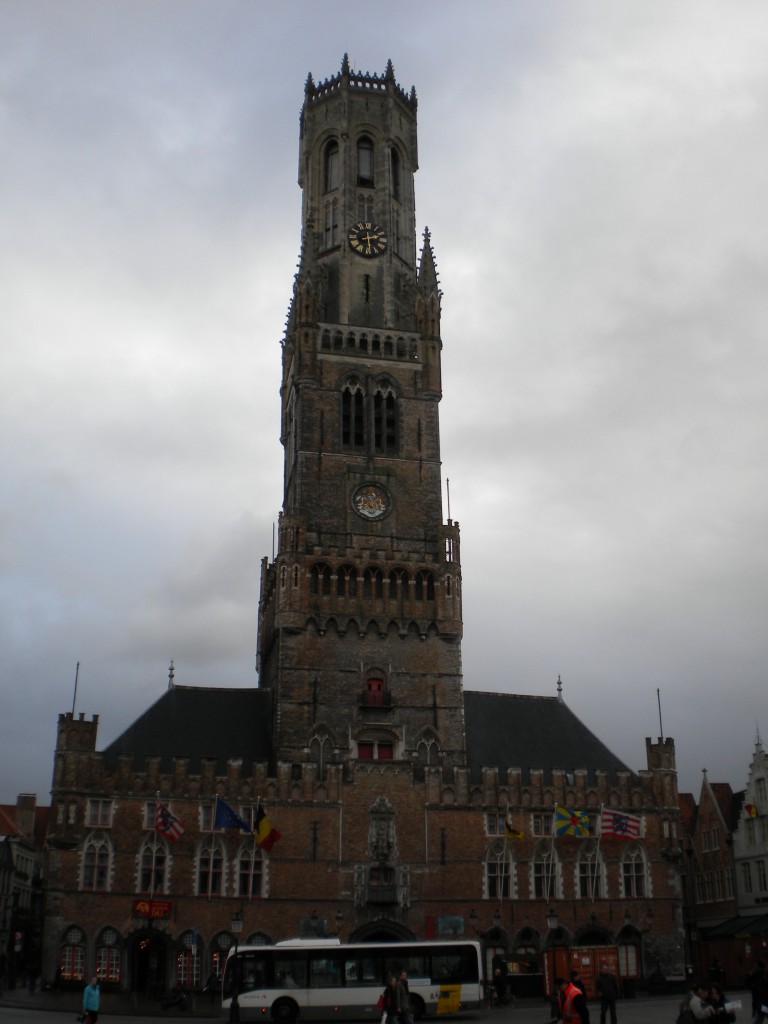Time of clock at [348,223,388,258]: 2:29
